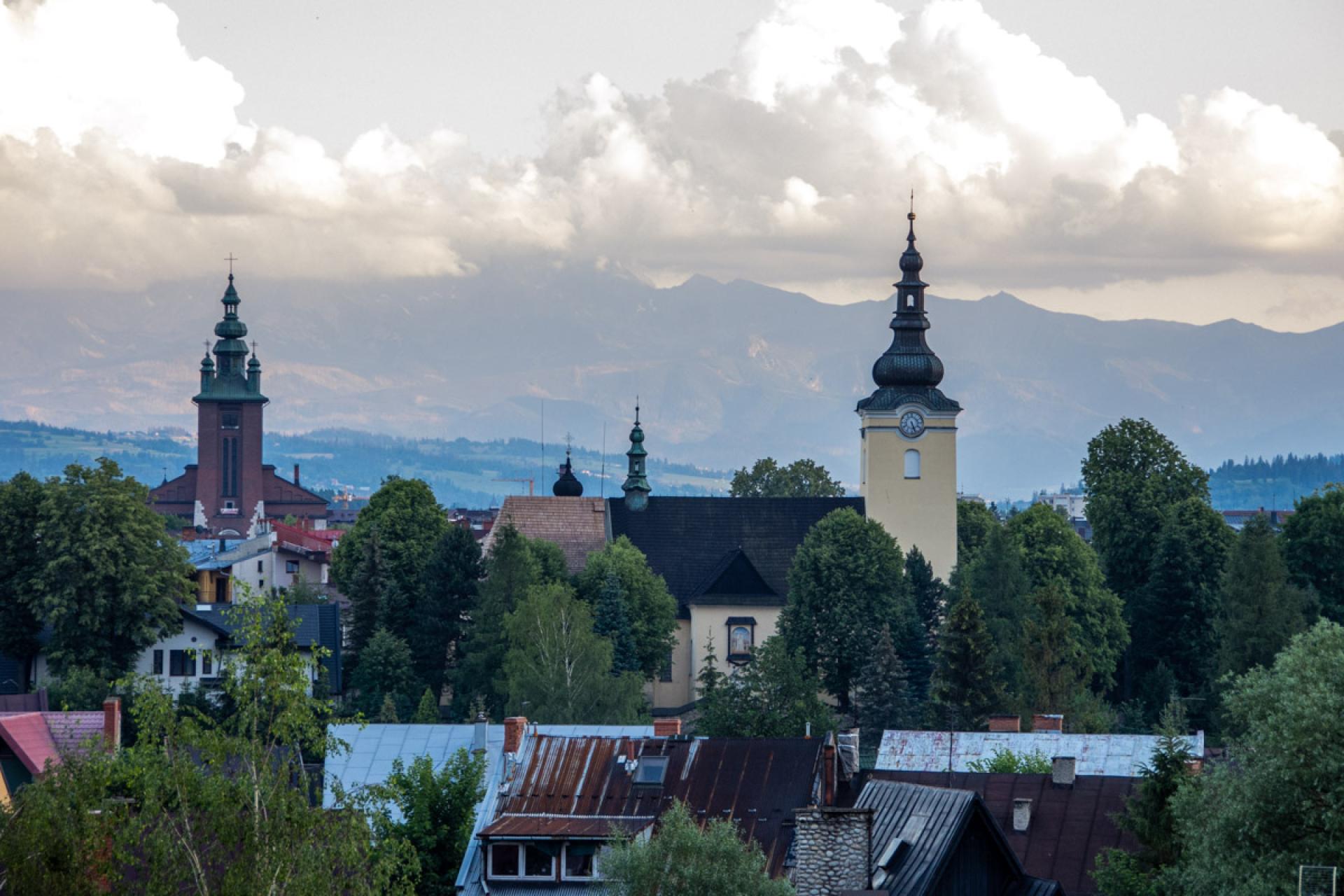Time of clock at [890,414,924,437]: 5:26
